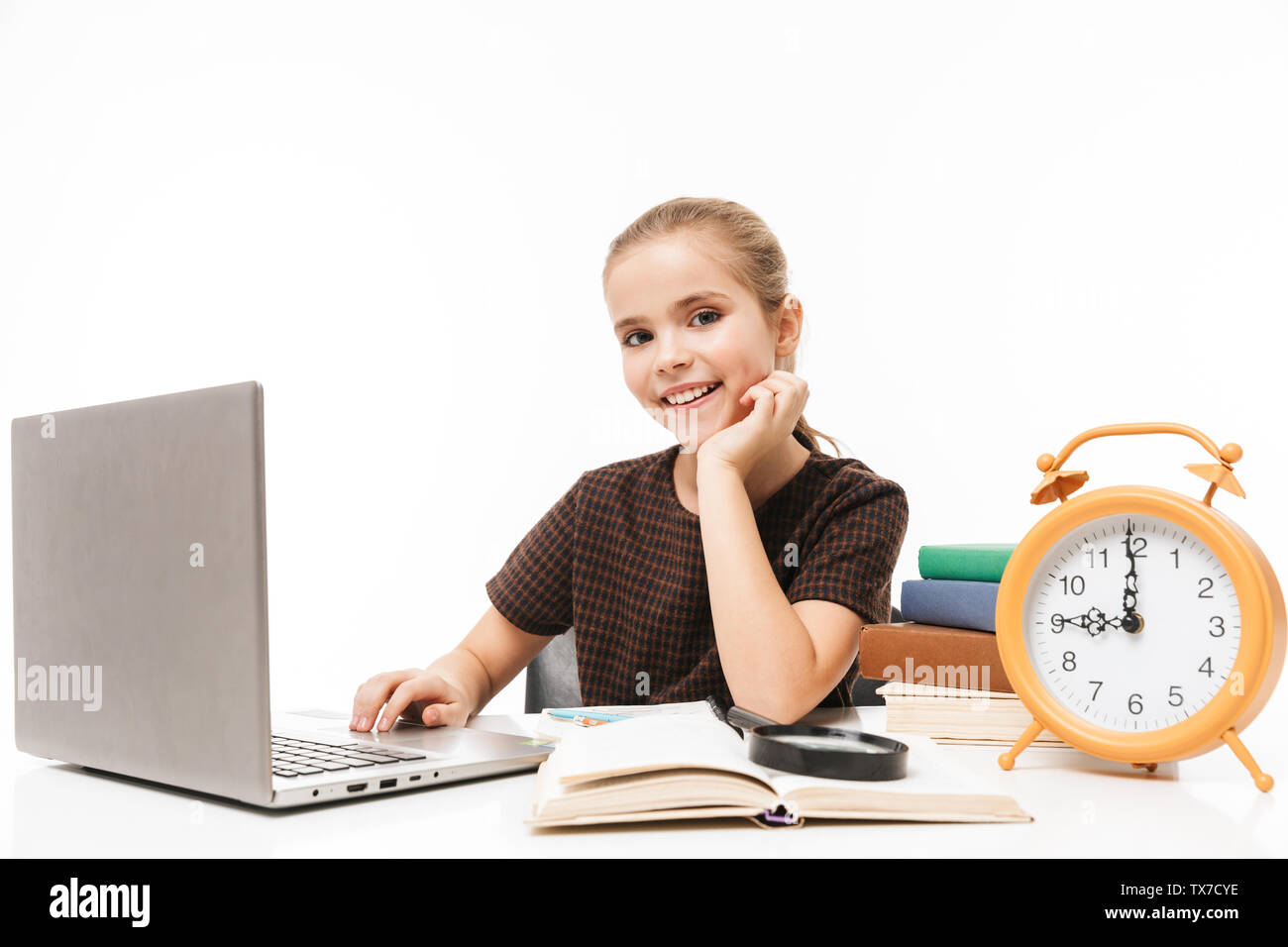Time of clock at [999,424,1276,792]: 8:59
